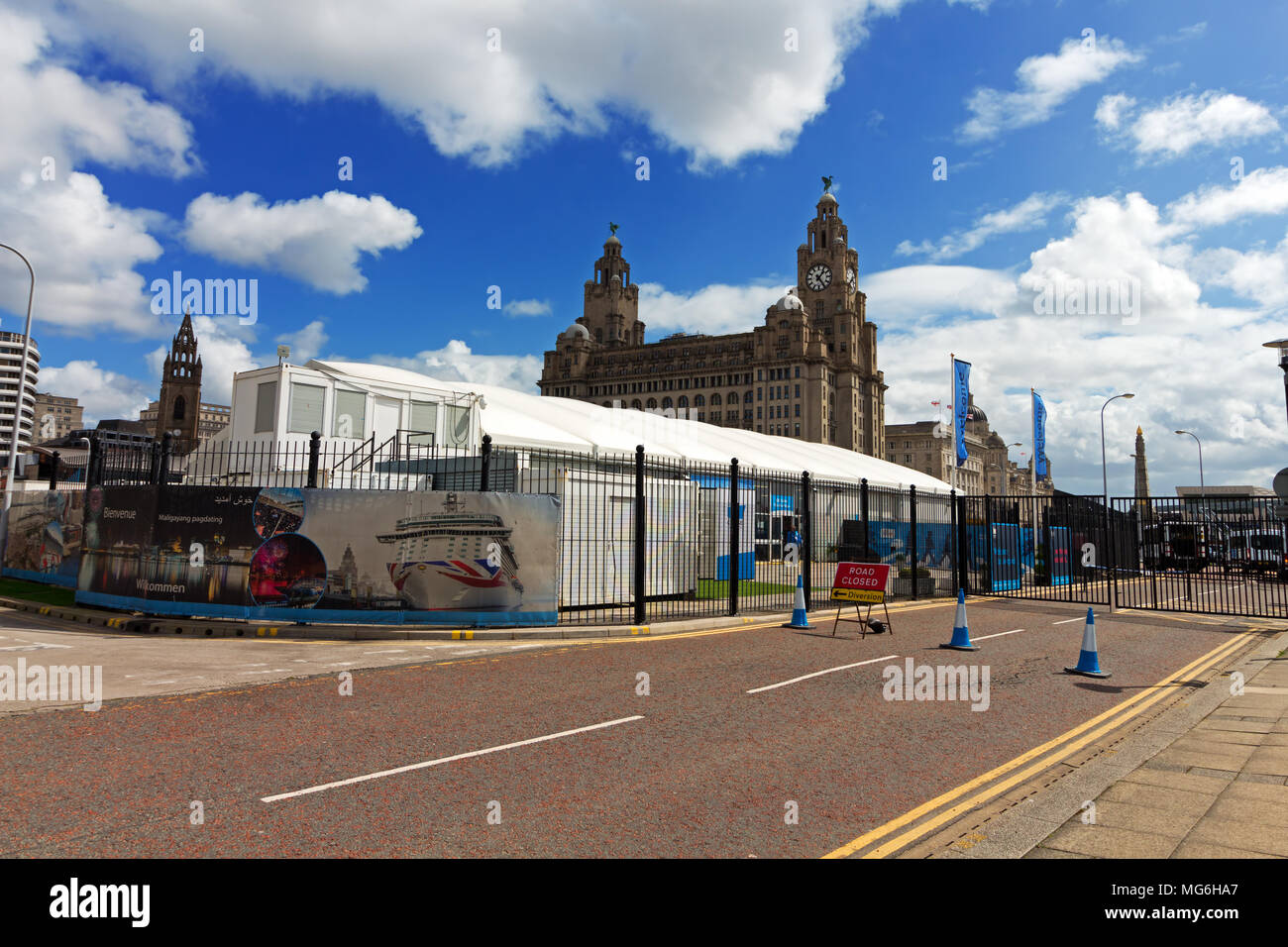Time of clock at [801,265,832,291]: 1:24
